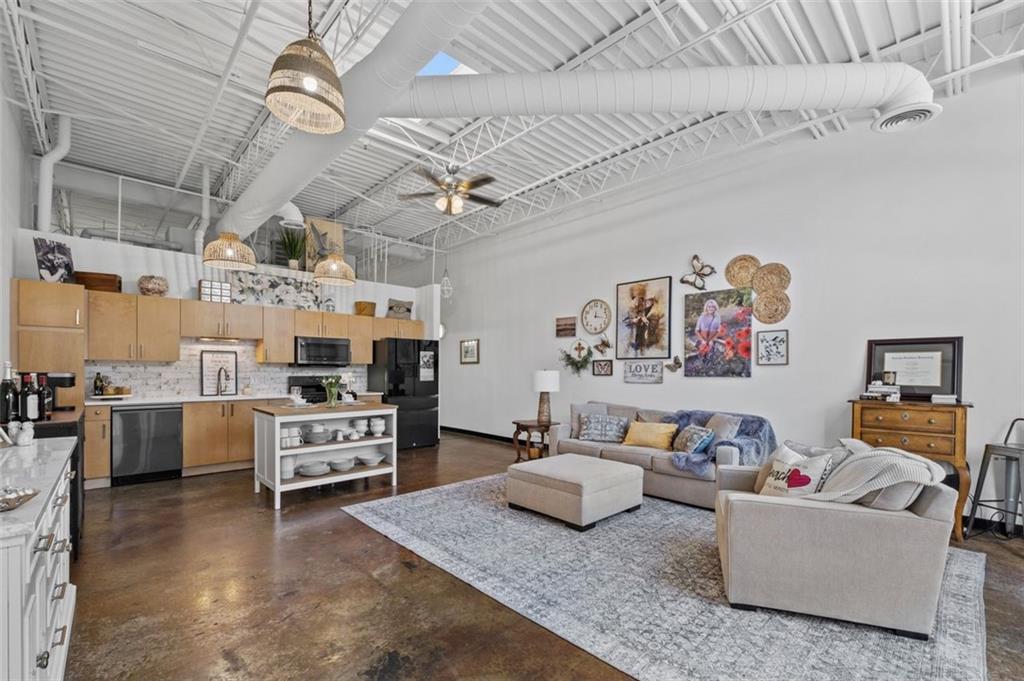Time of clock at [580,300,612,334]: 12:16
